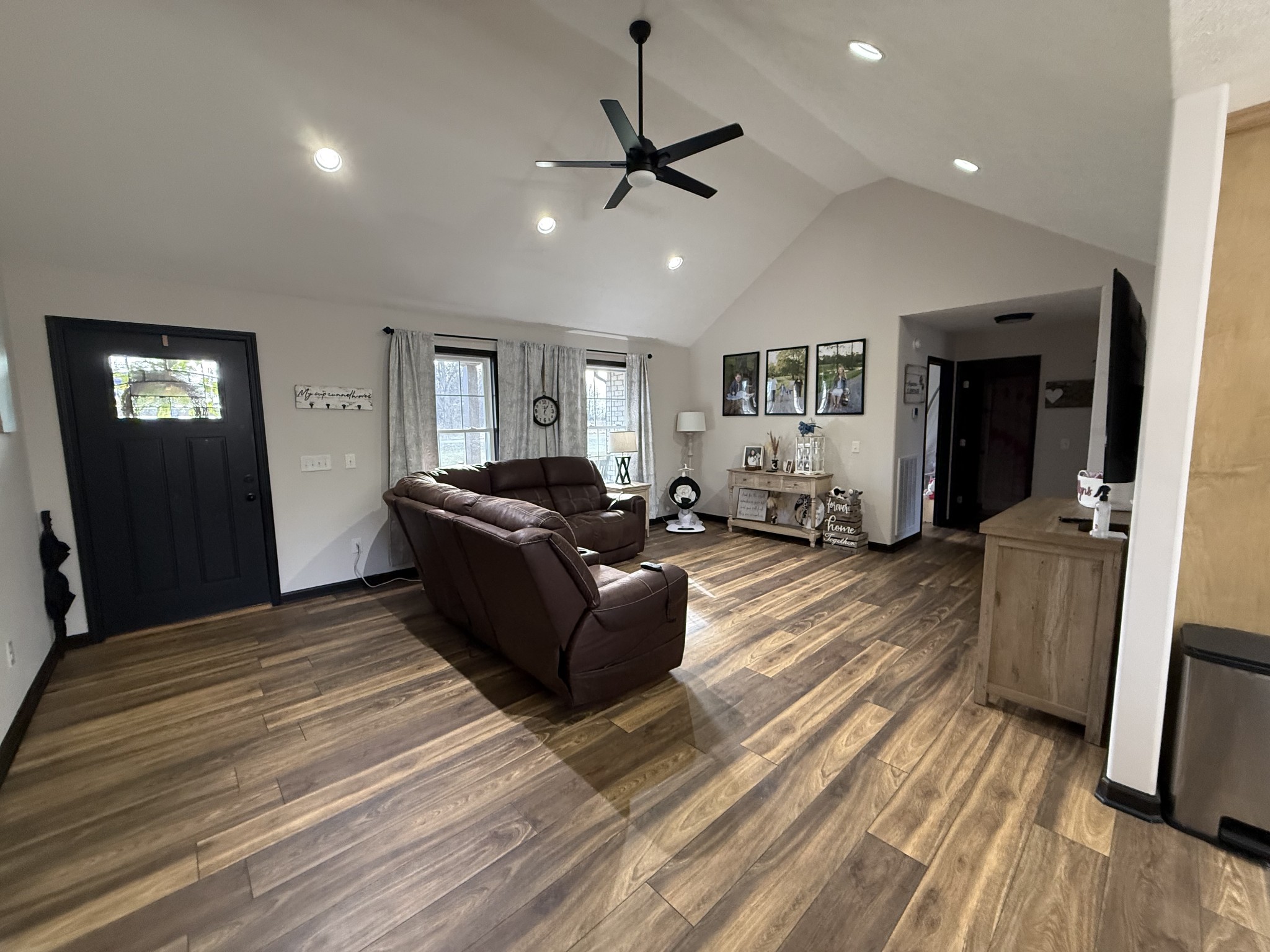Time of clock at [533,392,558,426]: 12:06
